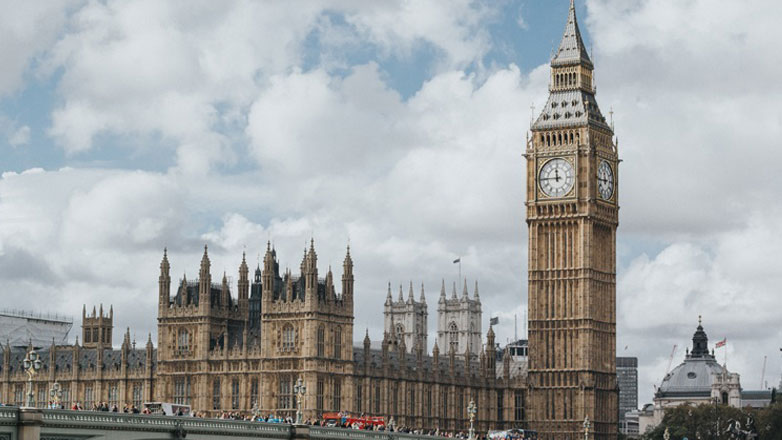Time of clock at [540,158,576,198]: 11:44
